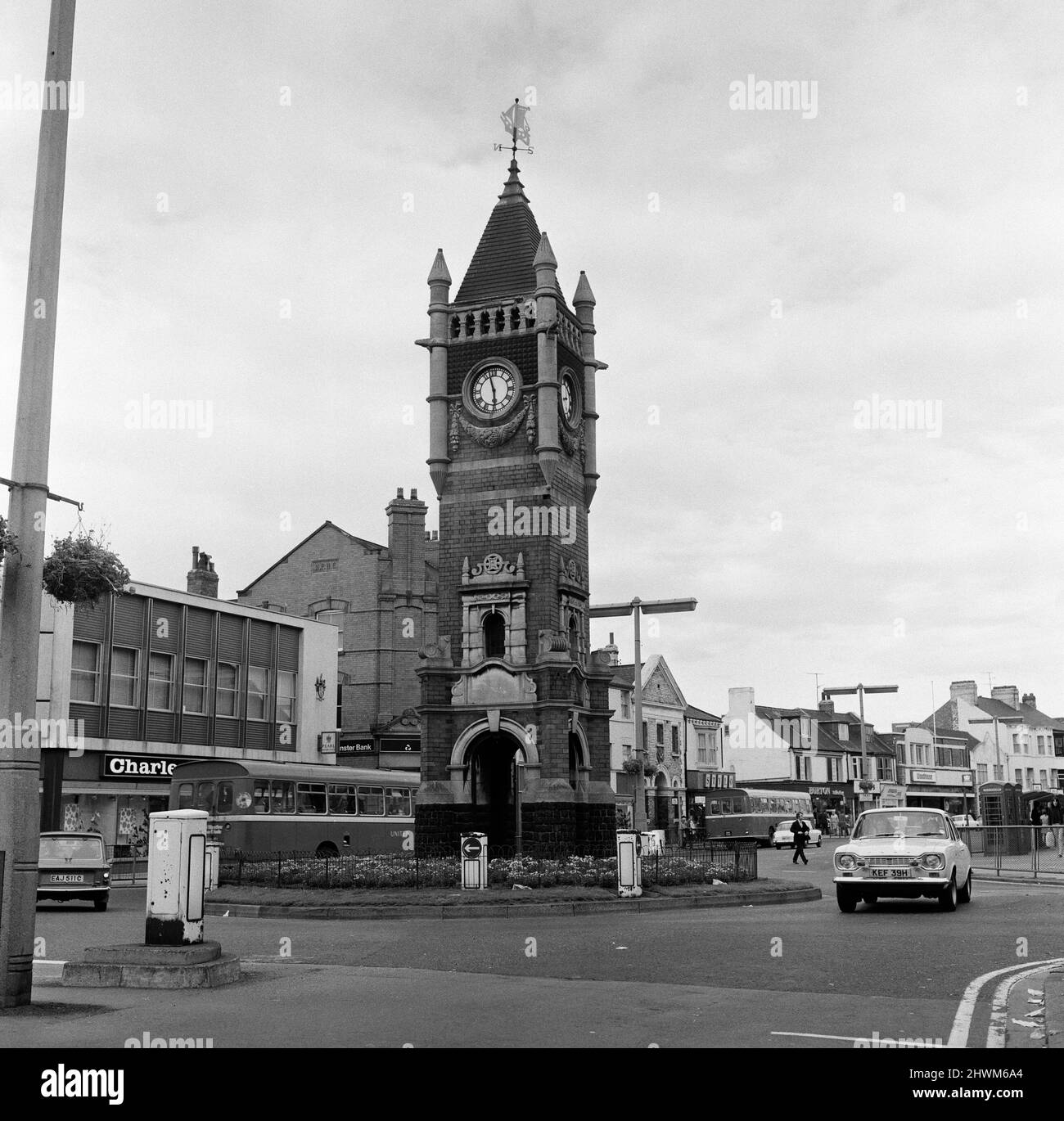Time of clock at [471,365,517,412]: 5:57
